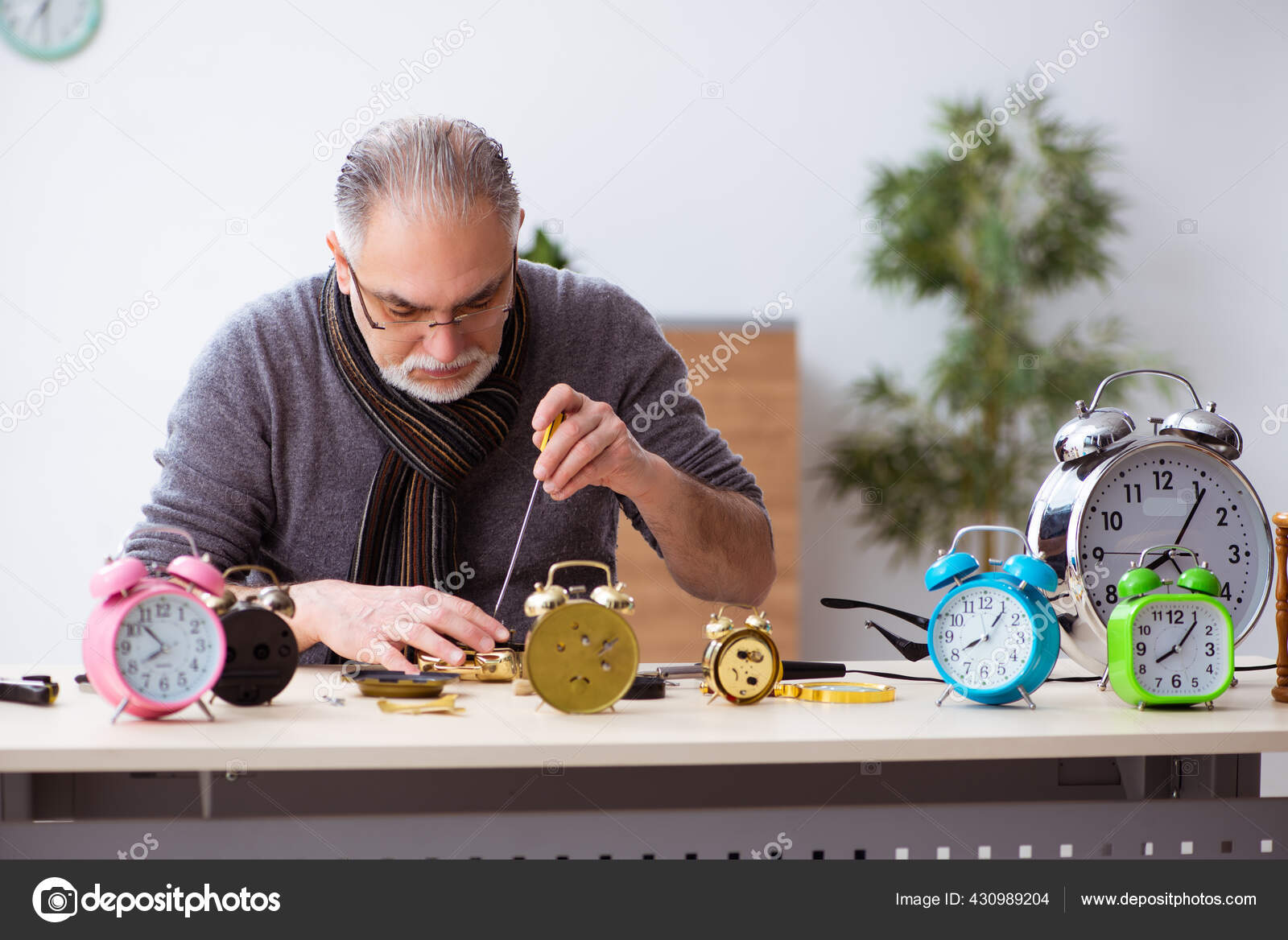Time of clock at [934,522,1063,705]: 8:05
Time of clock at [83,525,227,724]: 7:52
